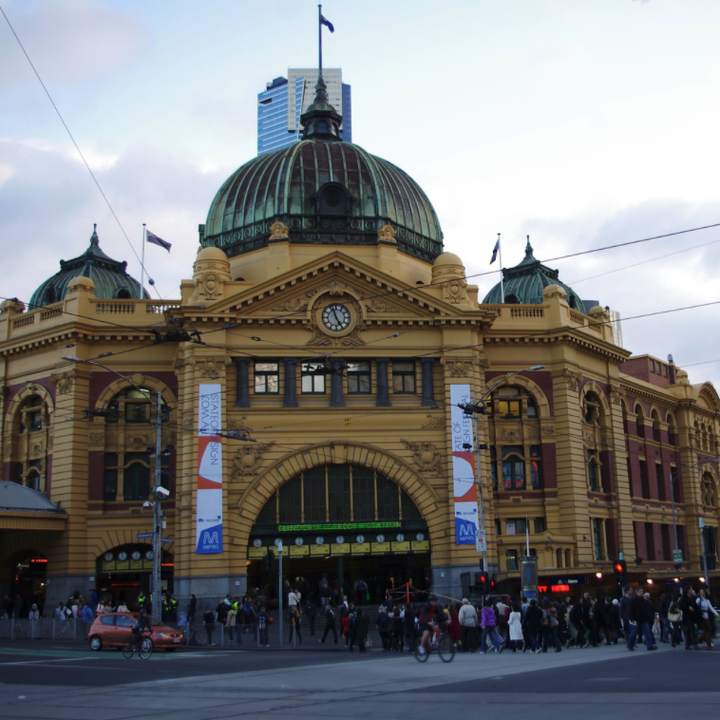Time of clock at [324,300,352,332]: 4:56
